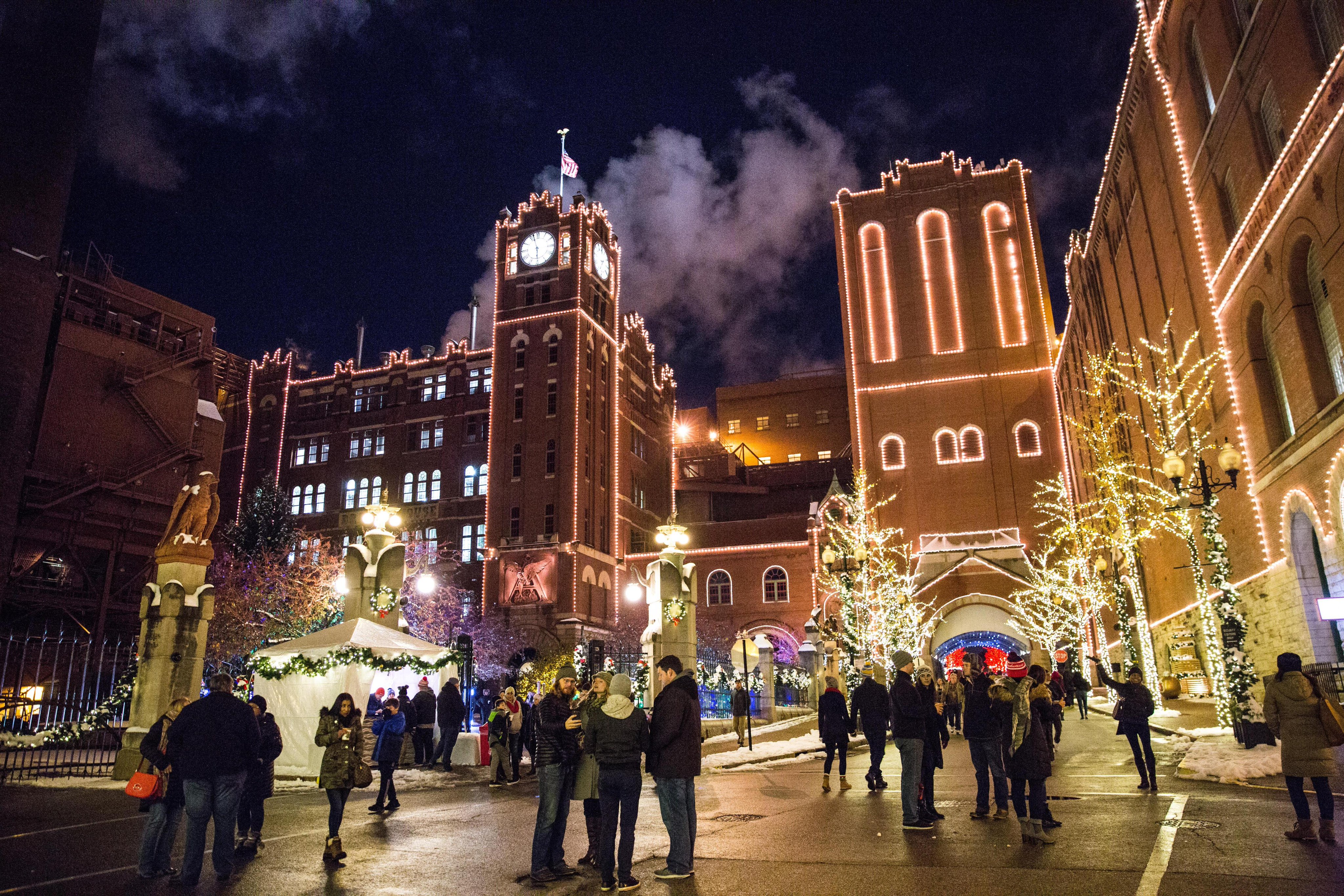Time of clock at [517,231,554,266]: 5:57
